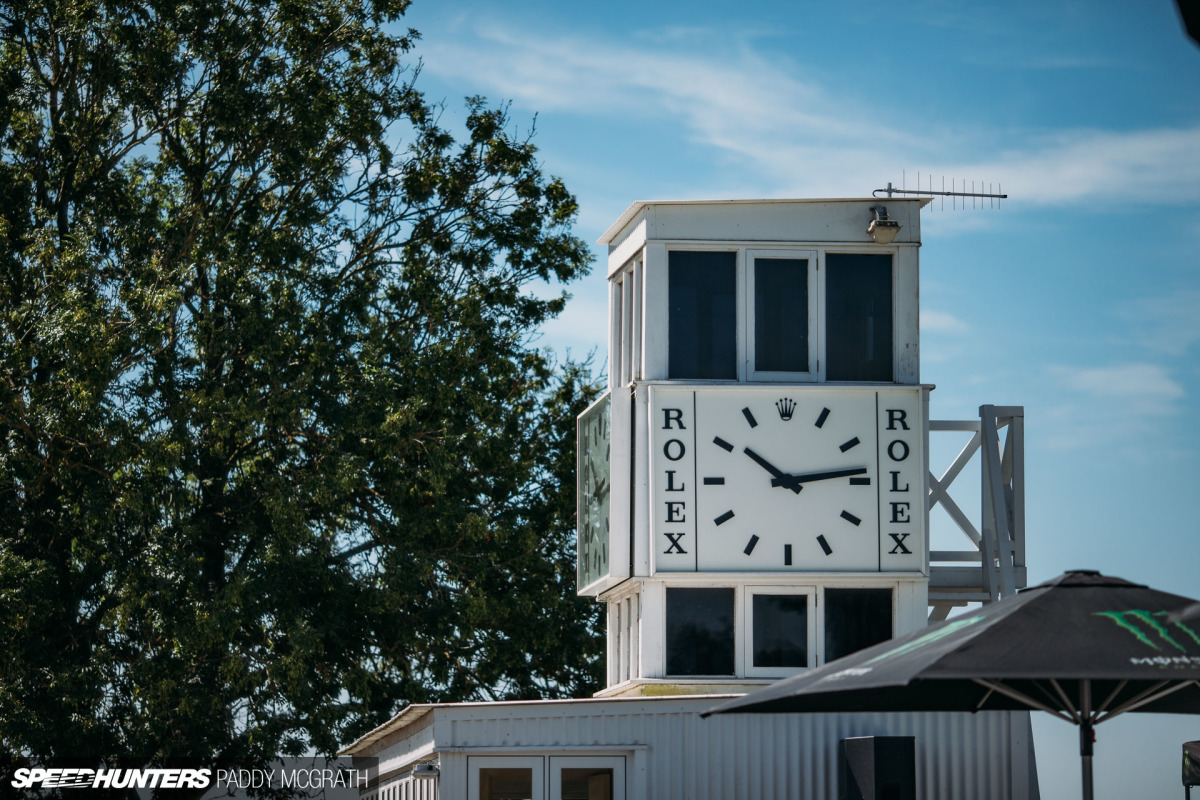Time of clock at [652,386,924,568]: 10:13
